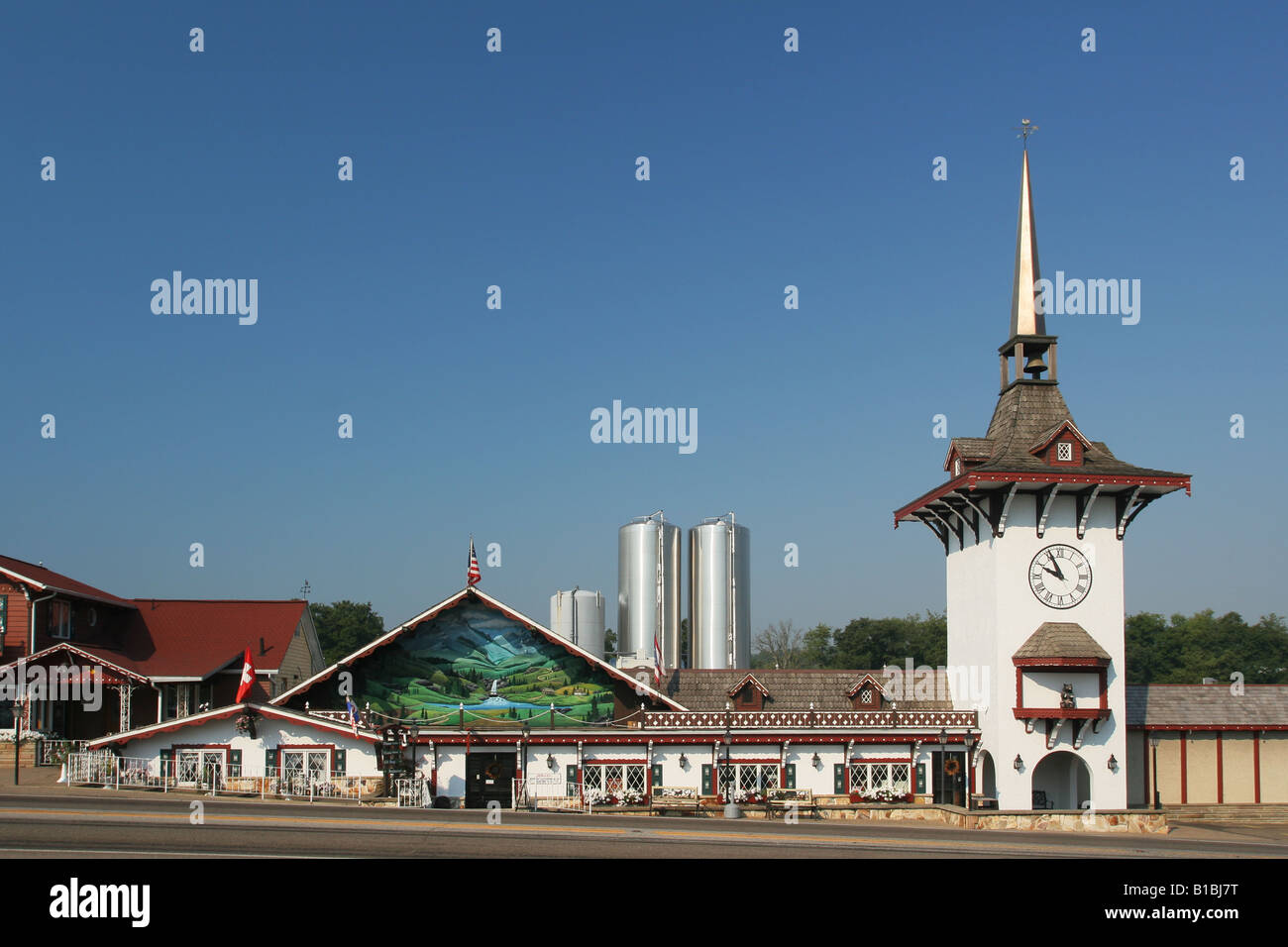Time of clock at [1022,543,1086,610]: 9:55
